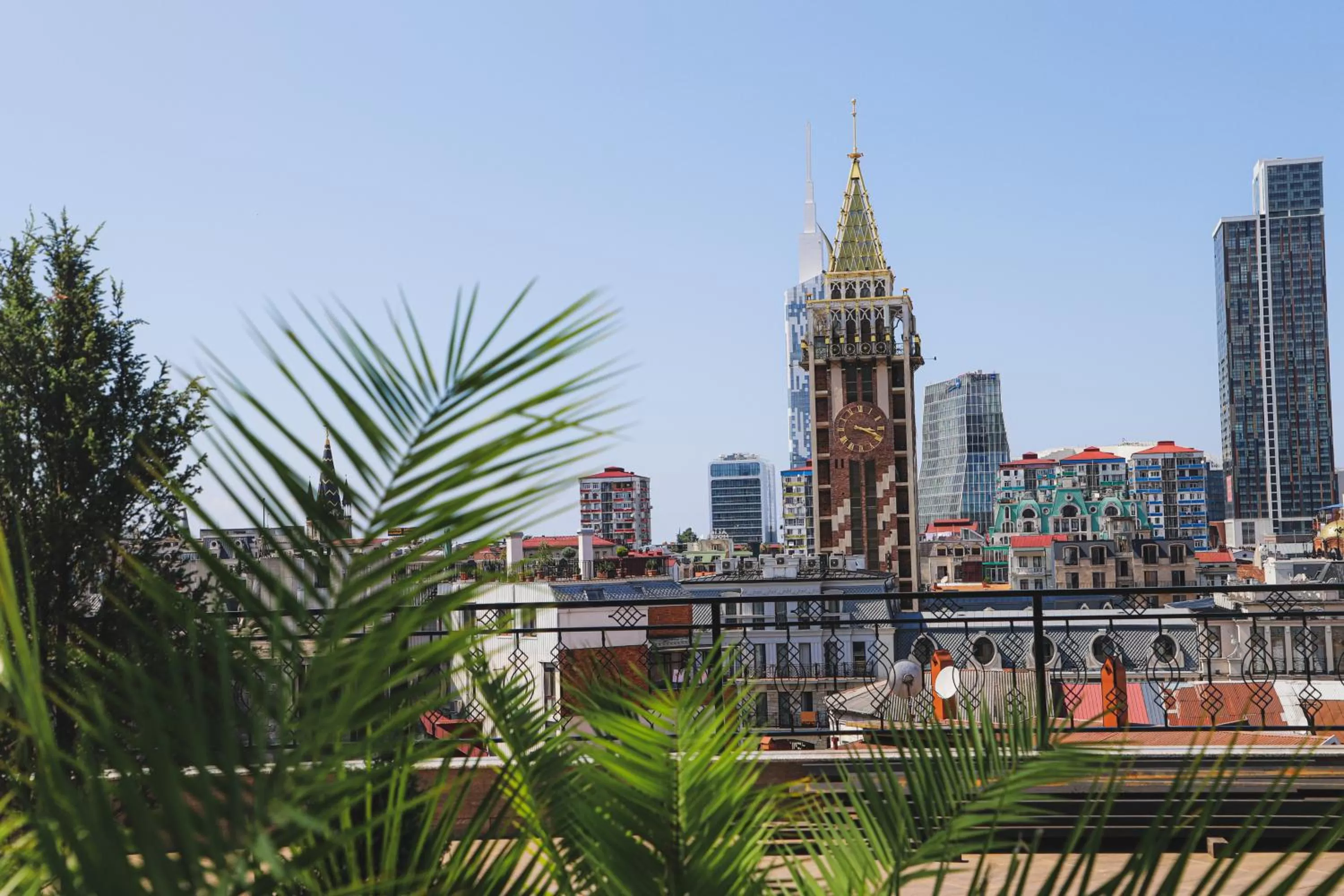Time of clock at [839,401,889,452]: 3:18
